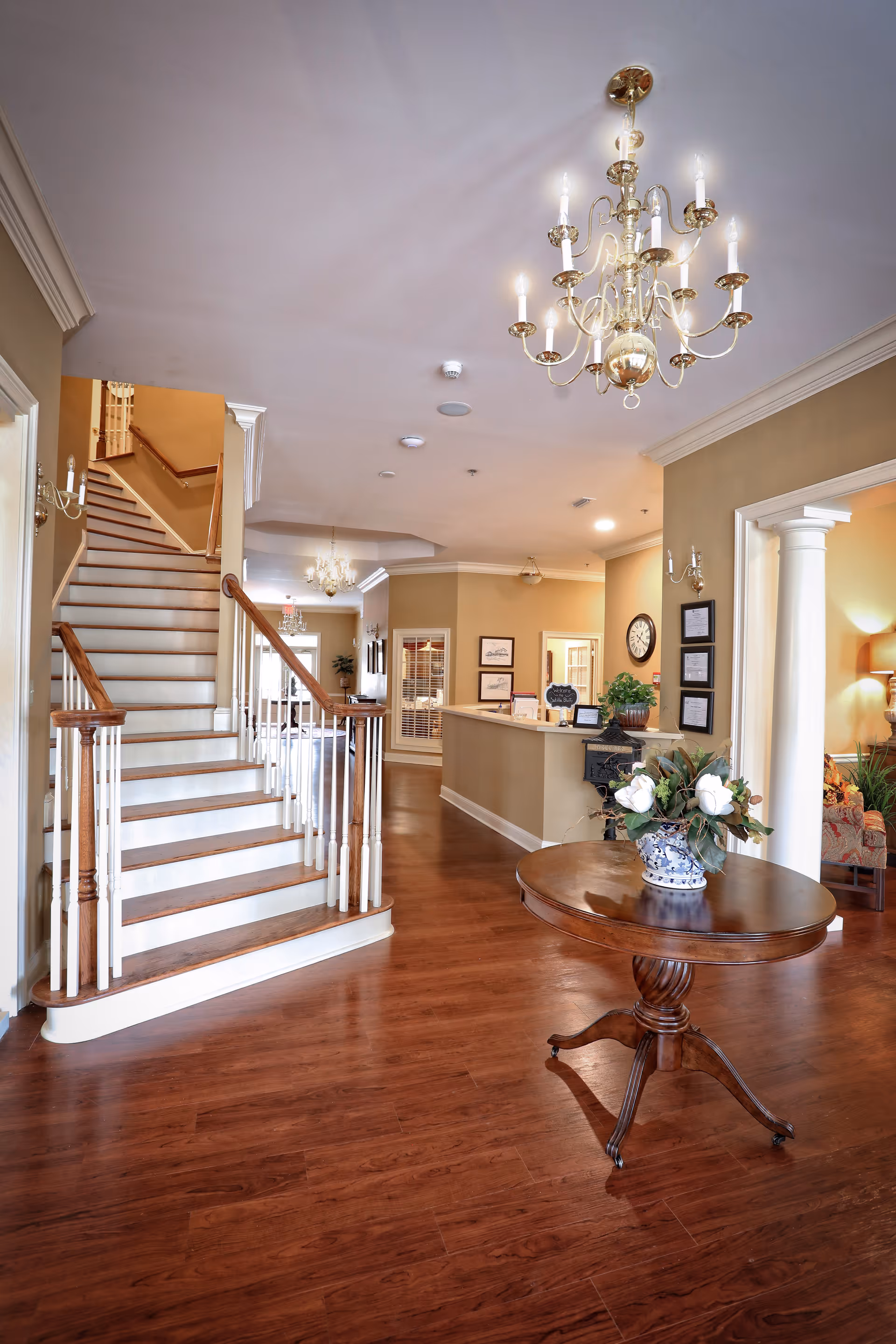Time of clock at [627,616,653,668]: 1:20
